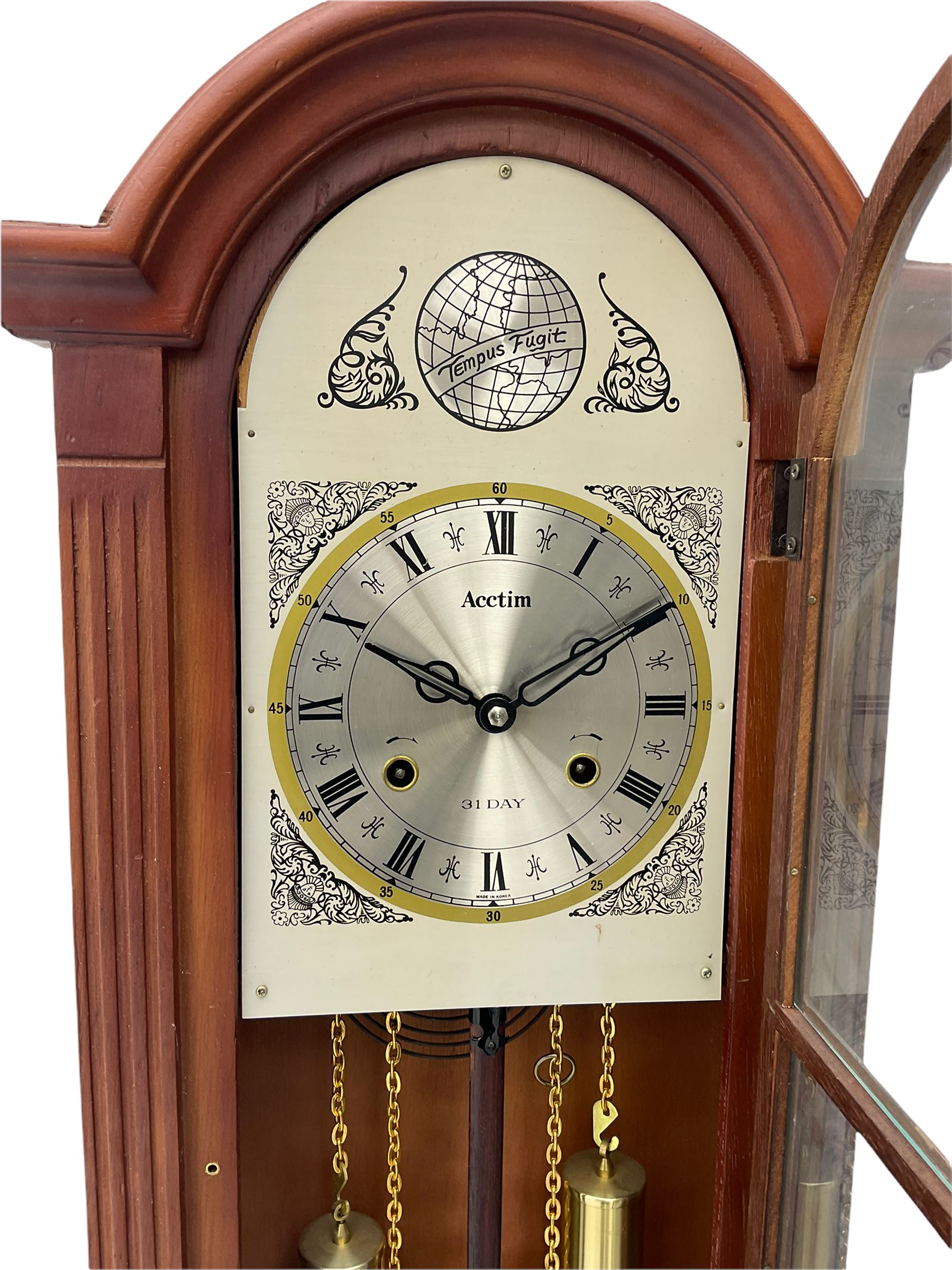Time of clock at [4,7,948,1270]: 1:48
